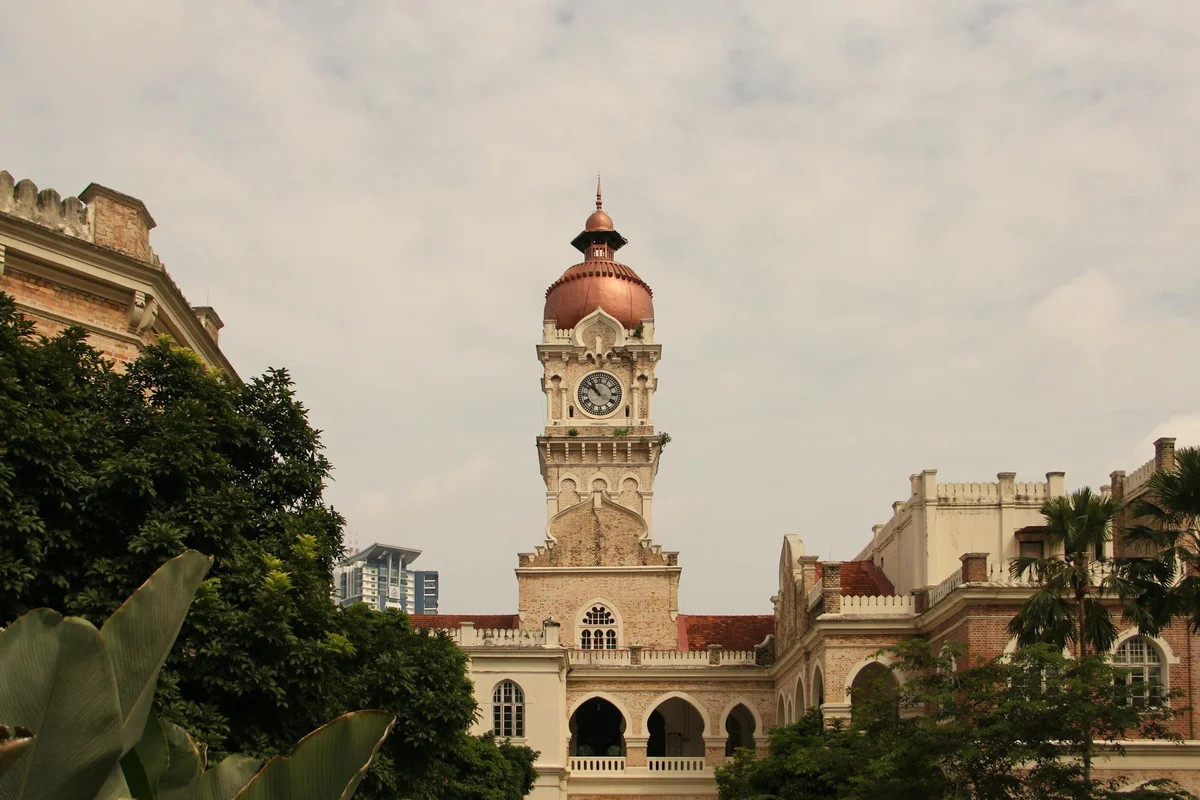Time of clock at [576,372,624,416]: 10:51
